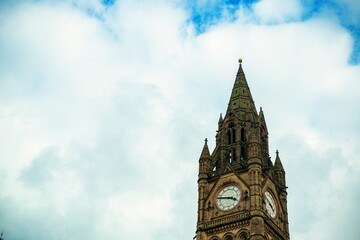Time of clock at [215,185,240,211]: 3:46
